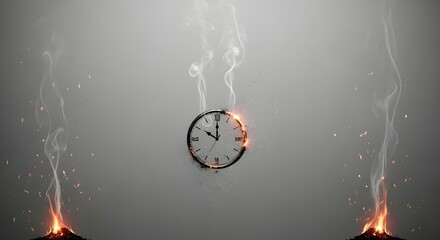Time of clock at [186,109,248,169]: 10:00
